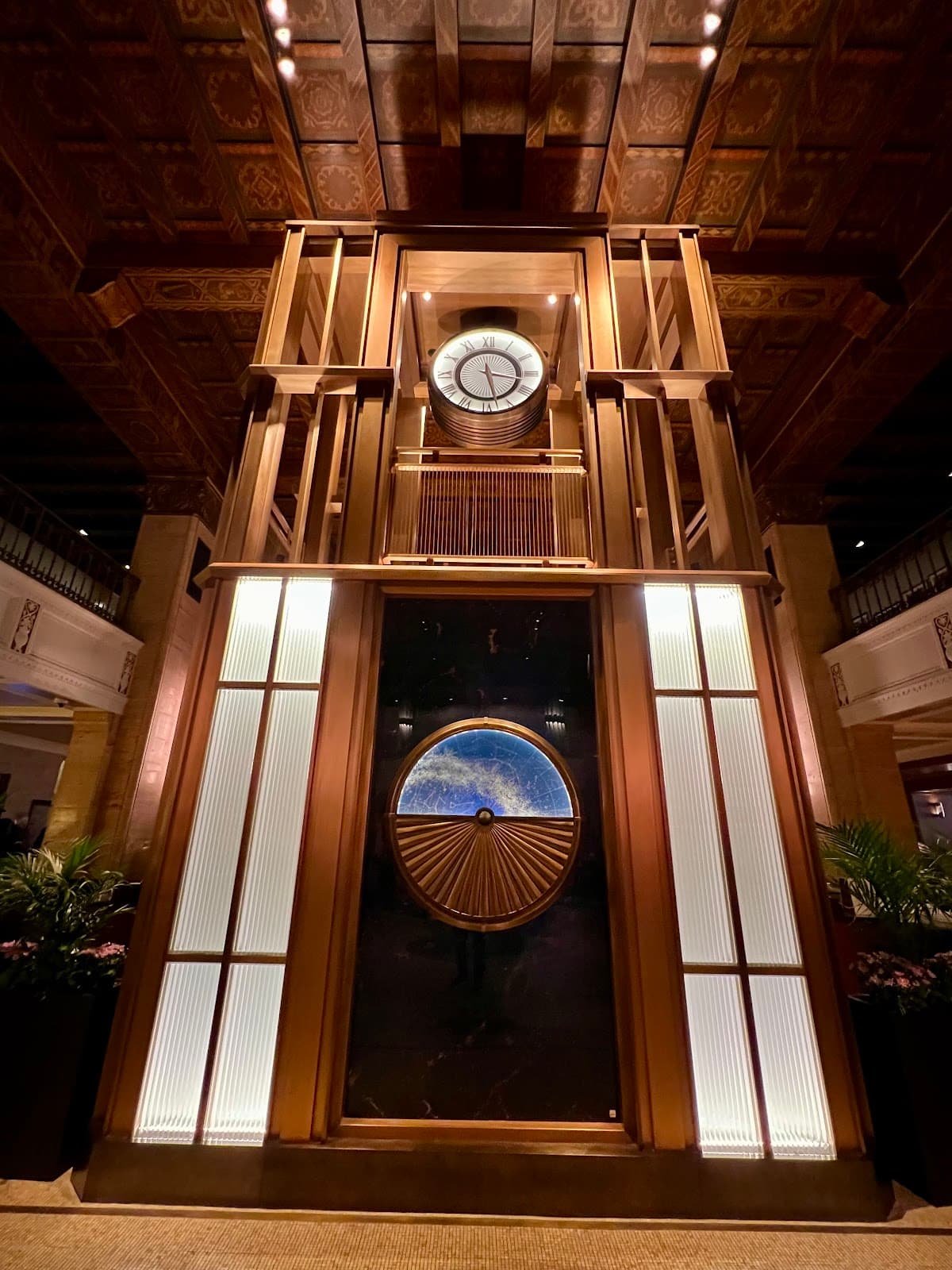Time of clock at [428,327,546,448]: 3:27
